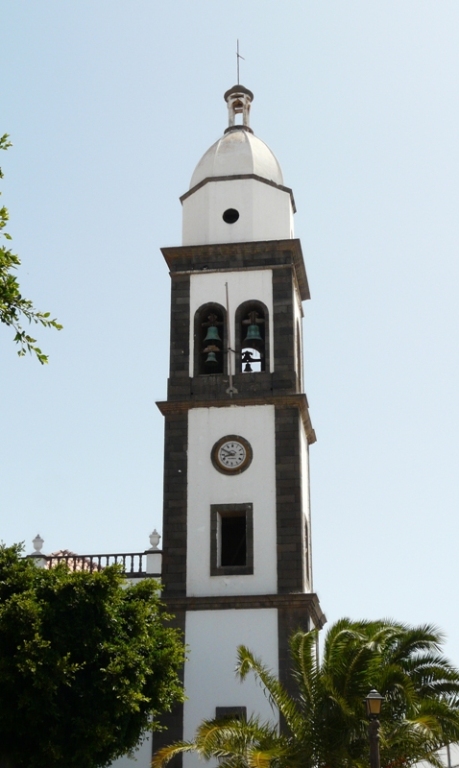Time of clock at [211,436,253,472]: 8:49
